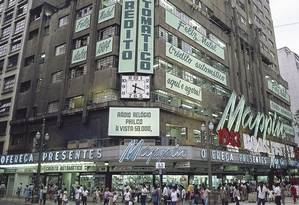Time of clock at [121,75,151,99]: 6:18
